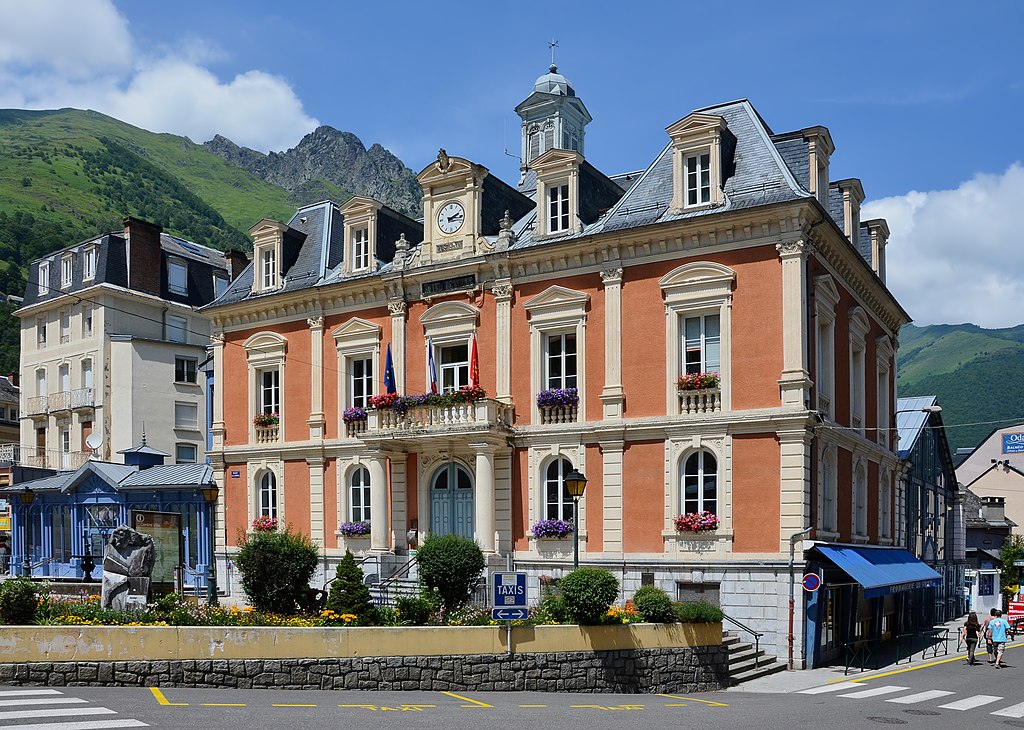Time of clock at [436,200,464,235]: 2:16
